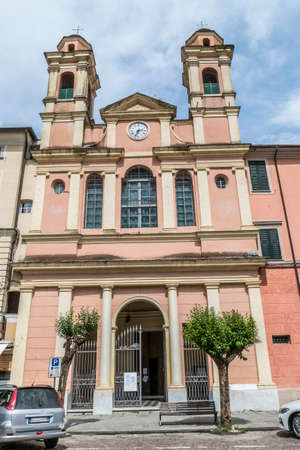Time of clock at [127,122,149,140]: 2:33
